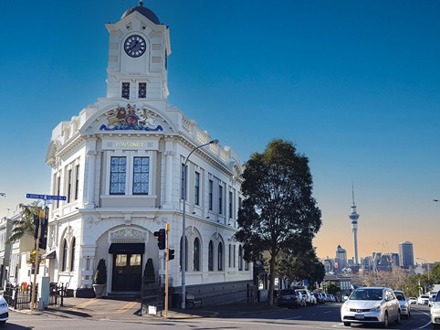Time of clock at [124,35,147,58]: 12:38
